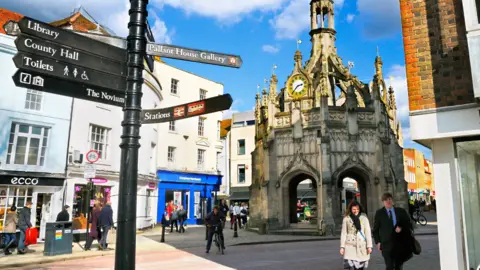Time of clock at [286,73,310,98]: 2:36
